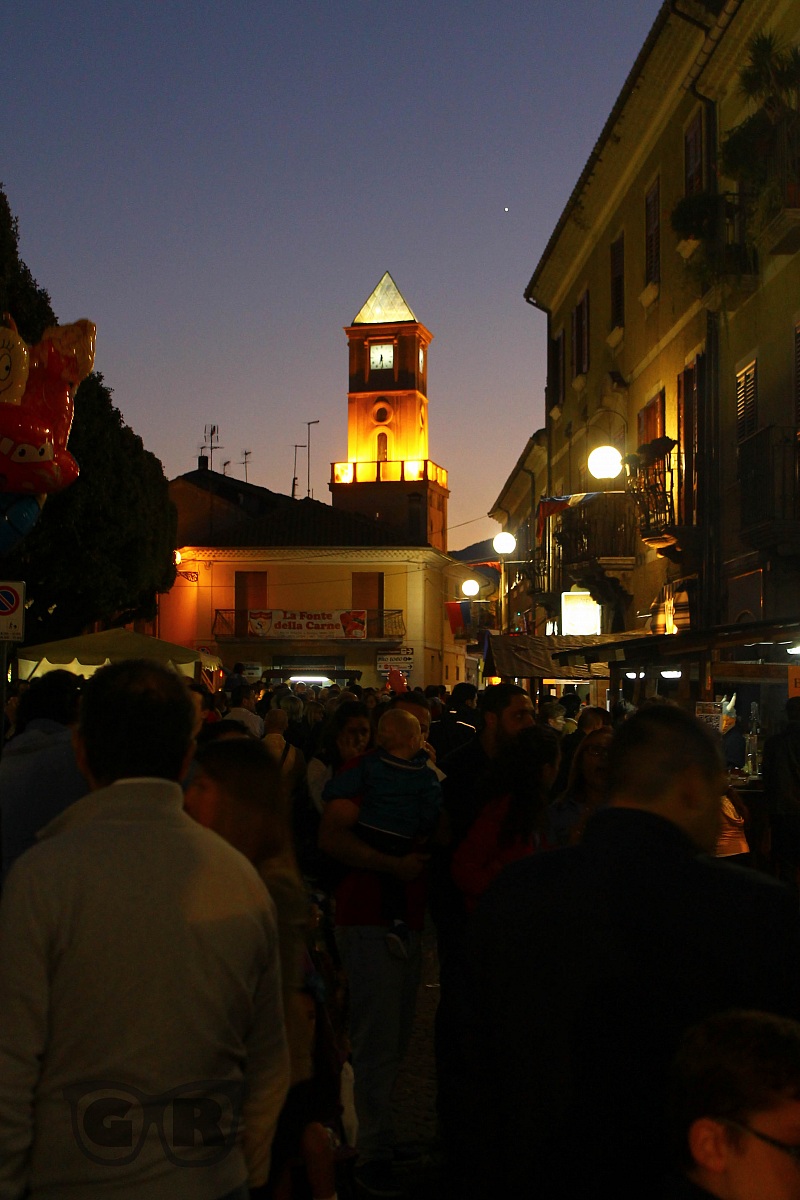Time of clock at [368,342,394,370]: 6:28
